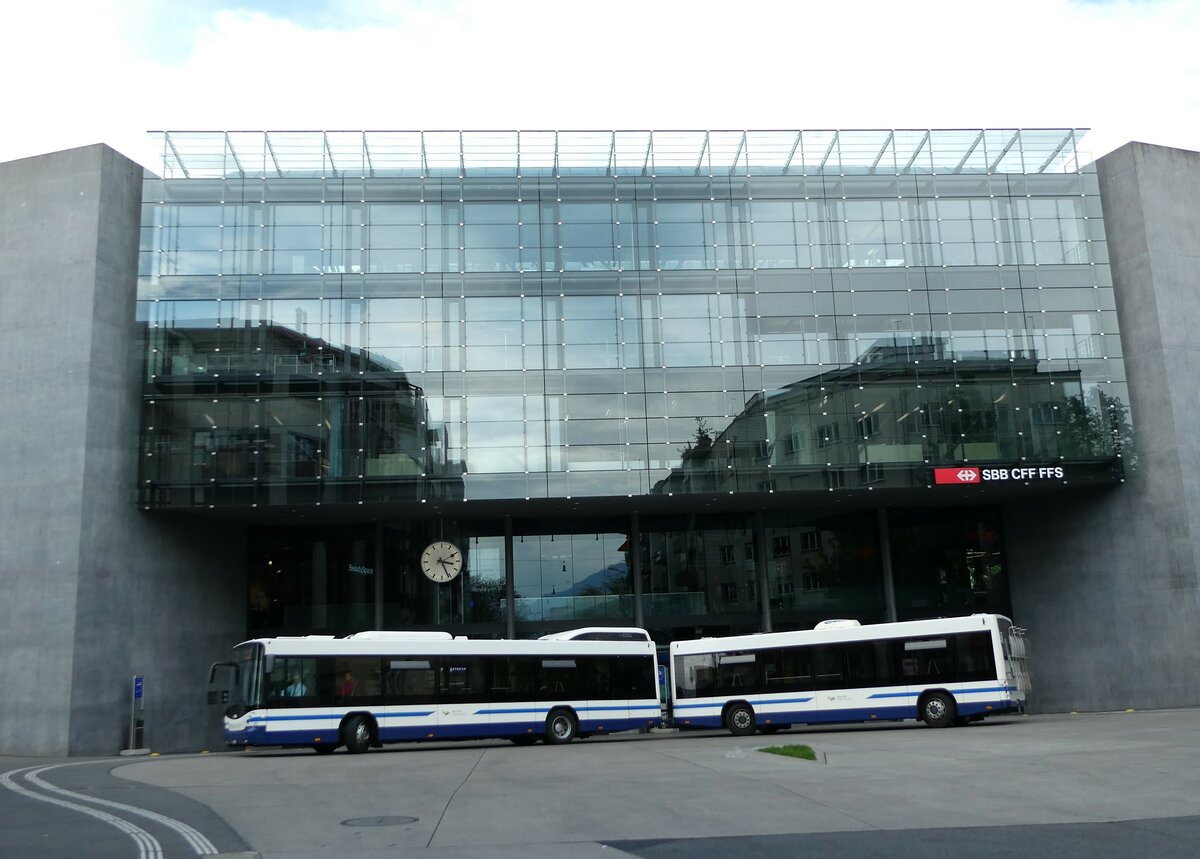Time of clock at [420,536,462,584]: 3:26
